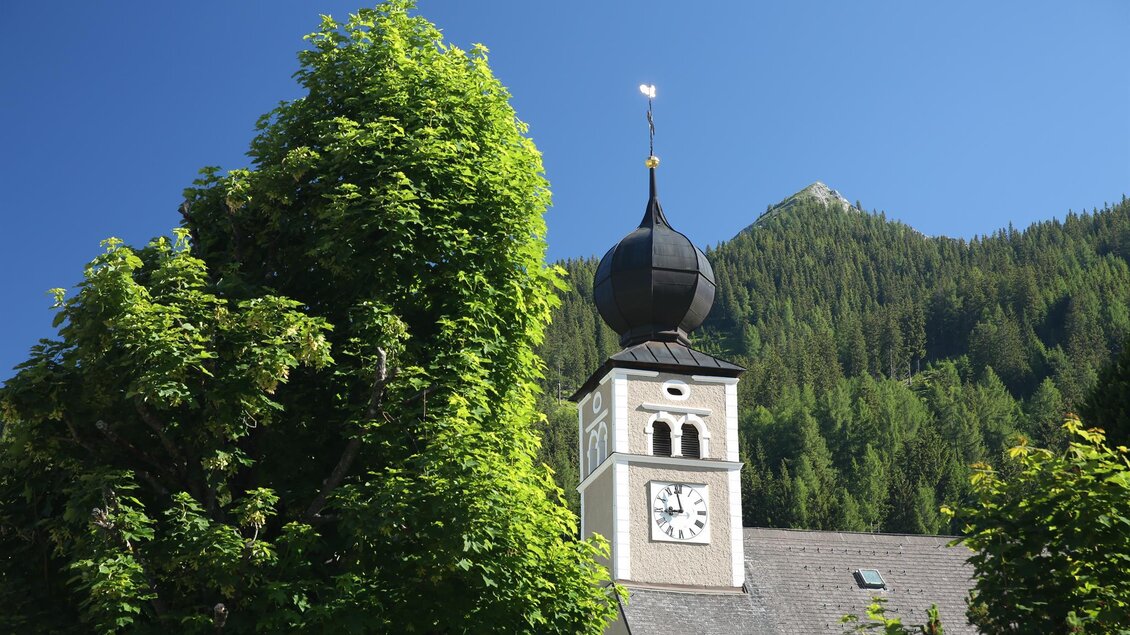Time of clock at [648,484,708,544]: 8:58
